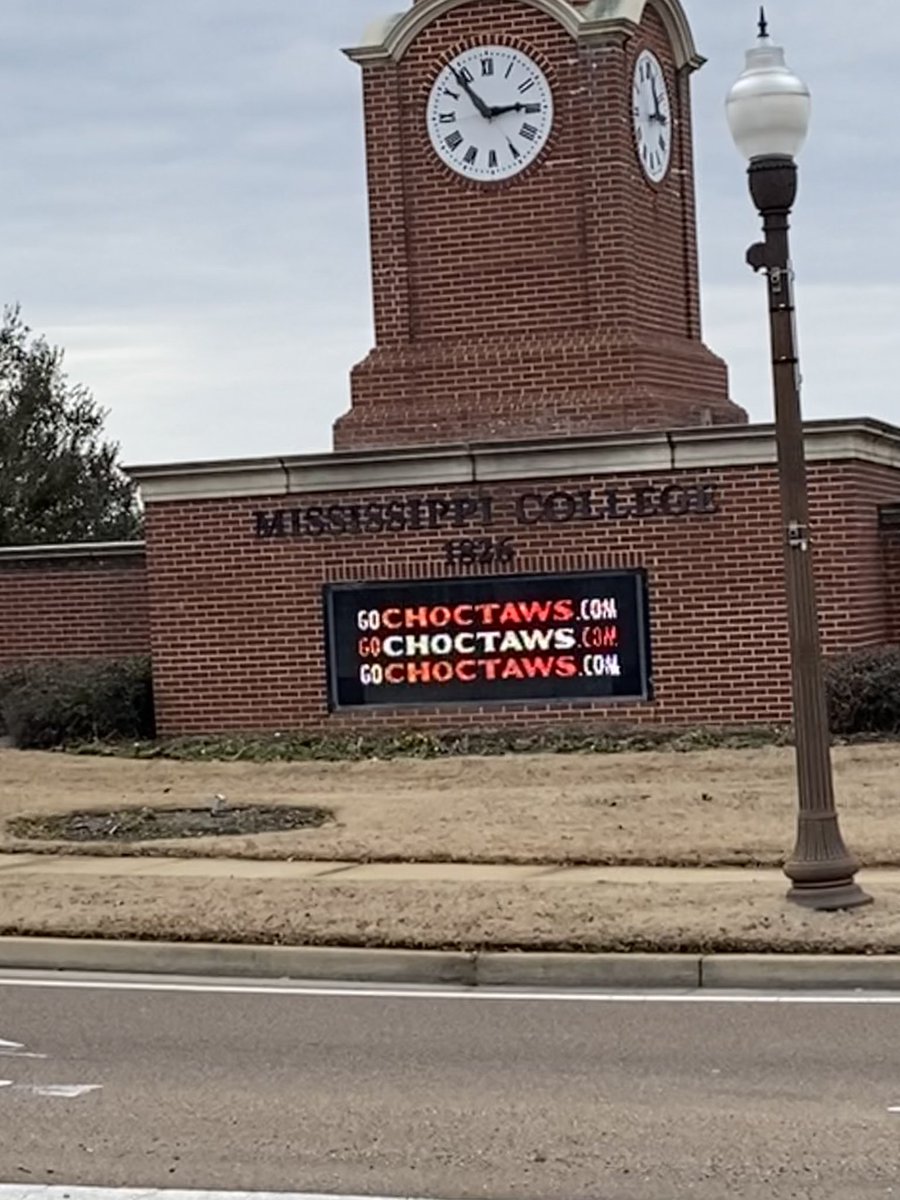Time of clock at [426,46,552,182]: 2:53
